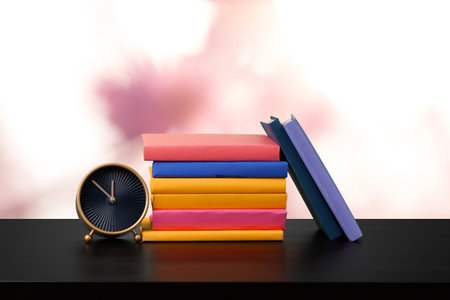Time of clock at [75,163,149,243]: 11:51
